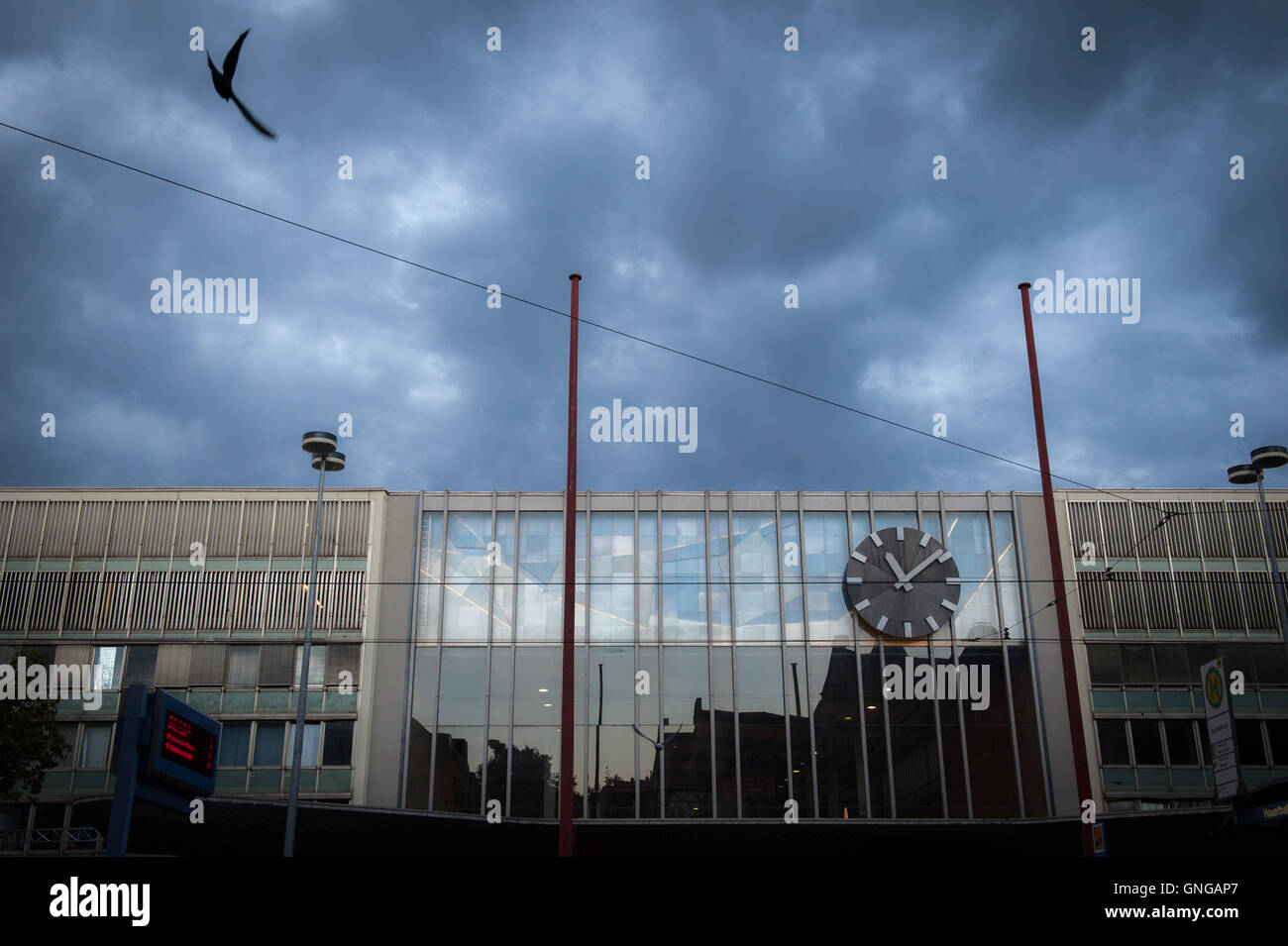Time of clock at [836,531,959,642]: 11:08
